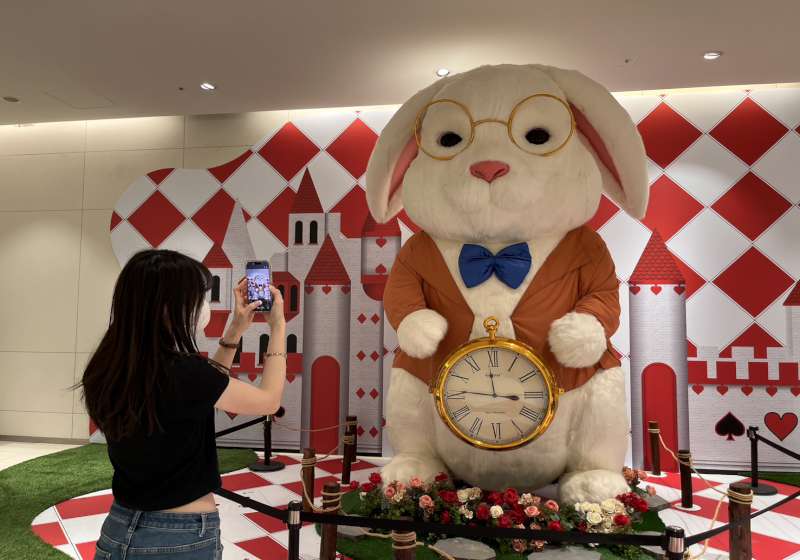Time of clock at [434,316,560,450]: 11:46
